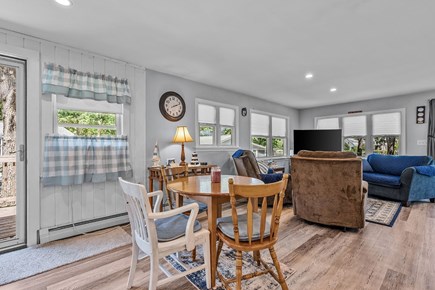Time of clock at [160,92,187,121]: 2:11
